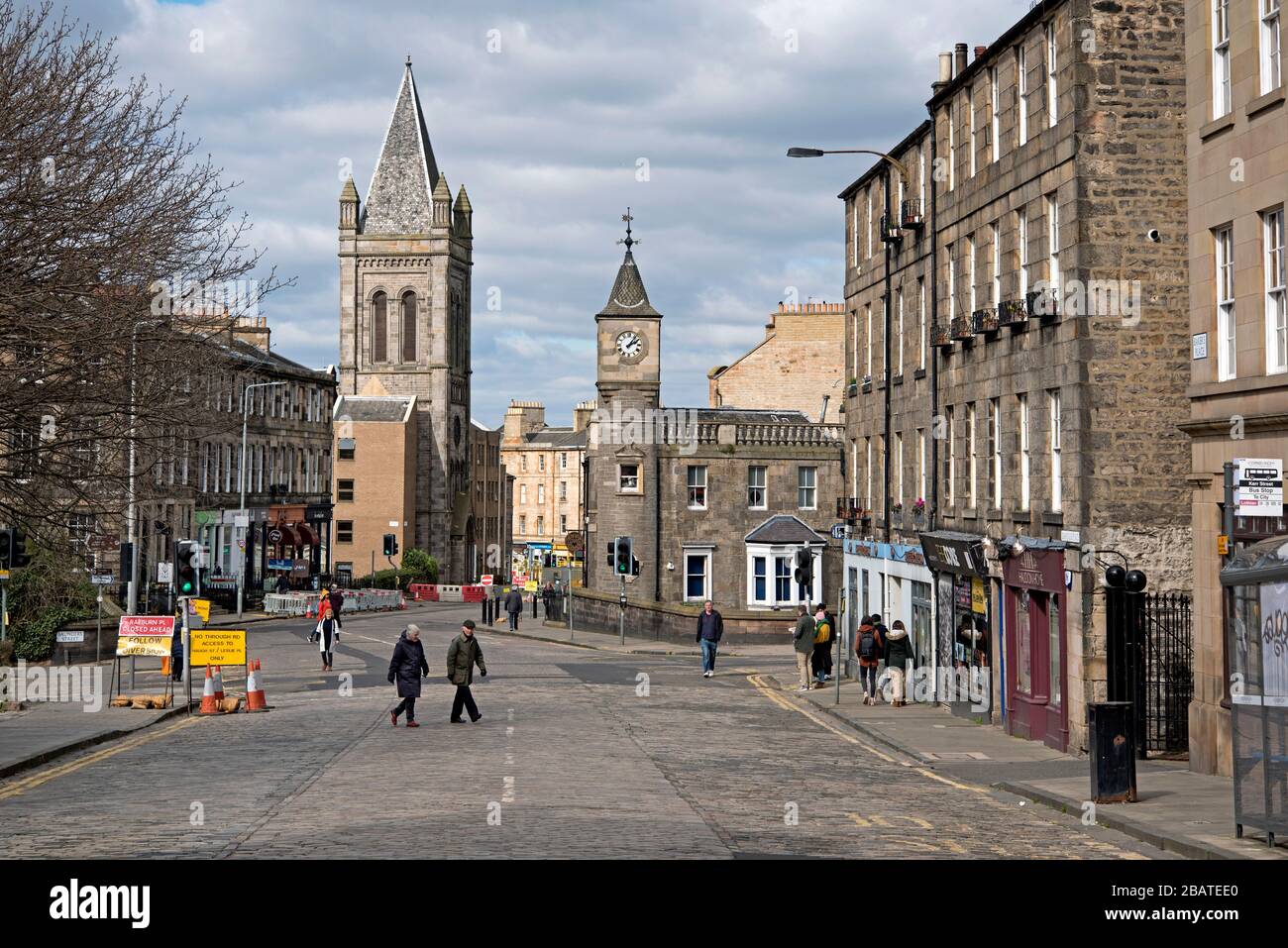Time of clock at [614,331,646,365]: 2:06
